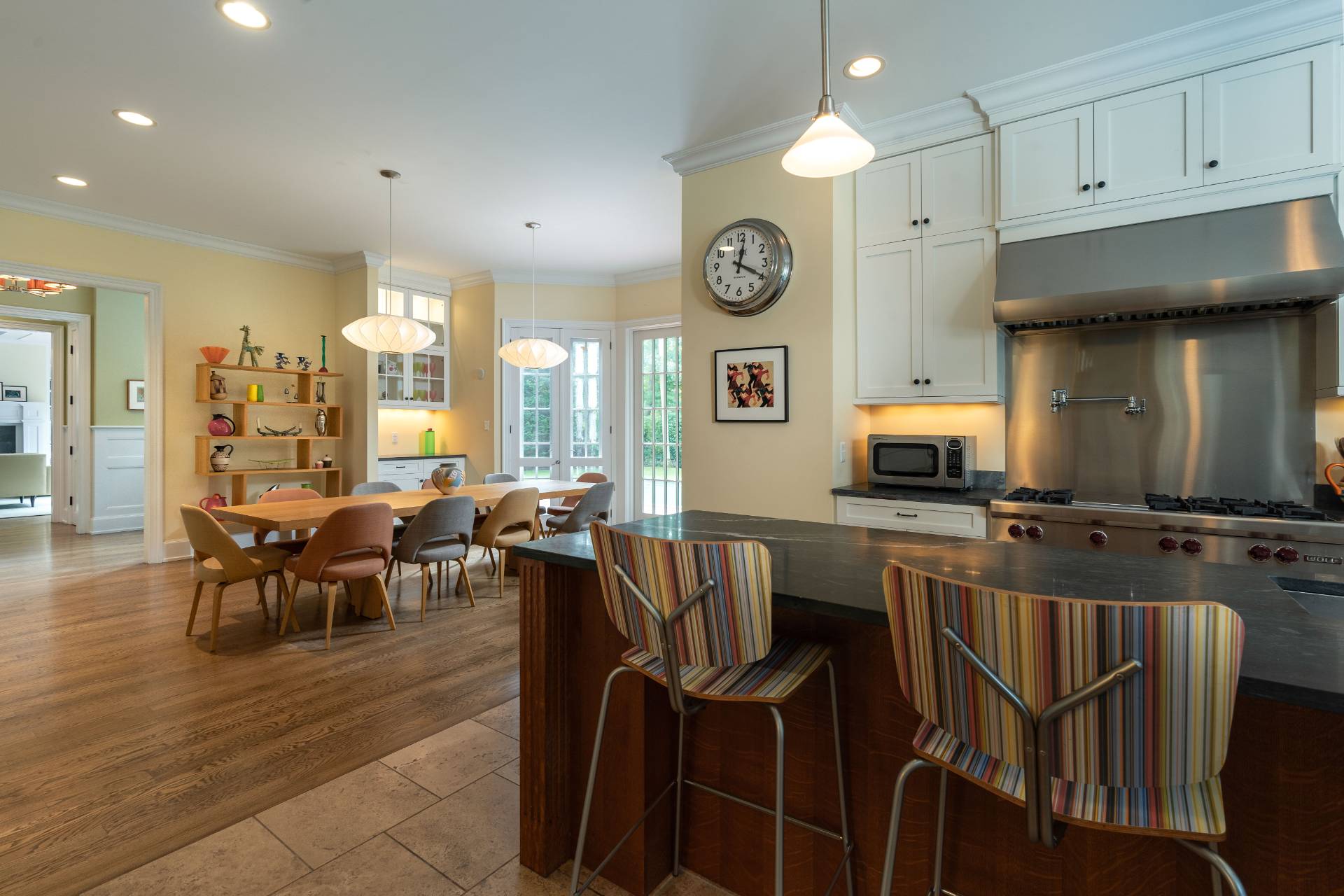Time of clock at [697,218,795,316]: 12:19
